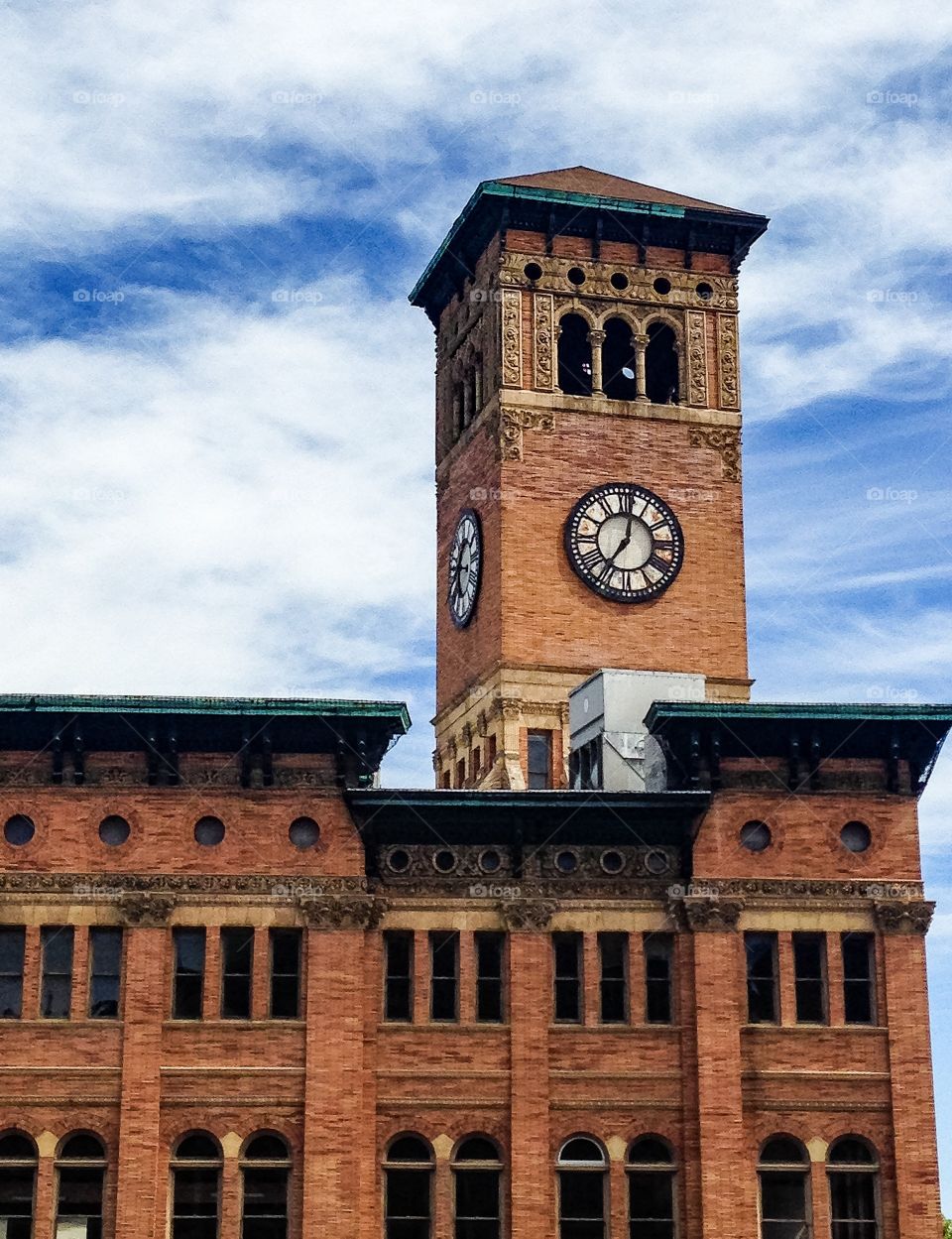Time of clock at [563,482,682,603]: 7:01
